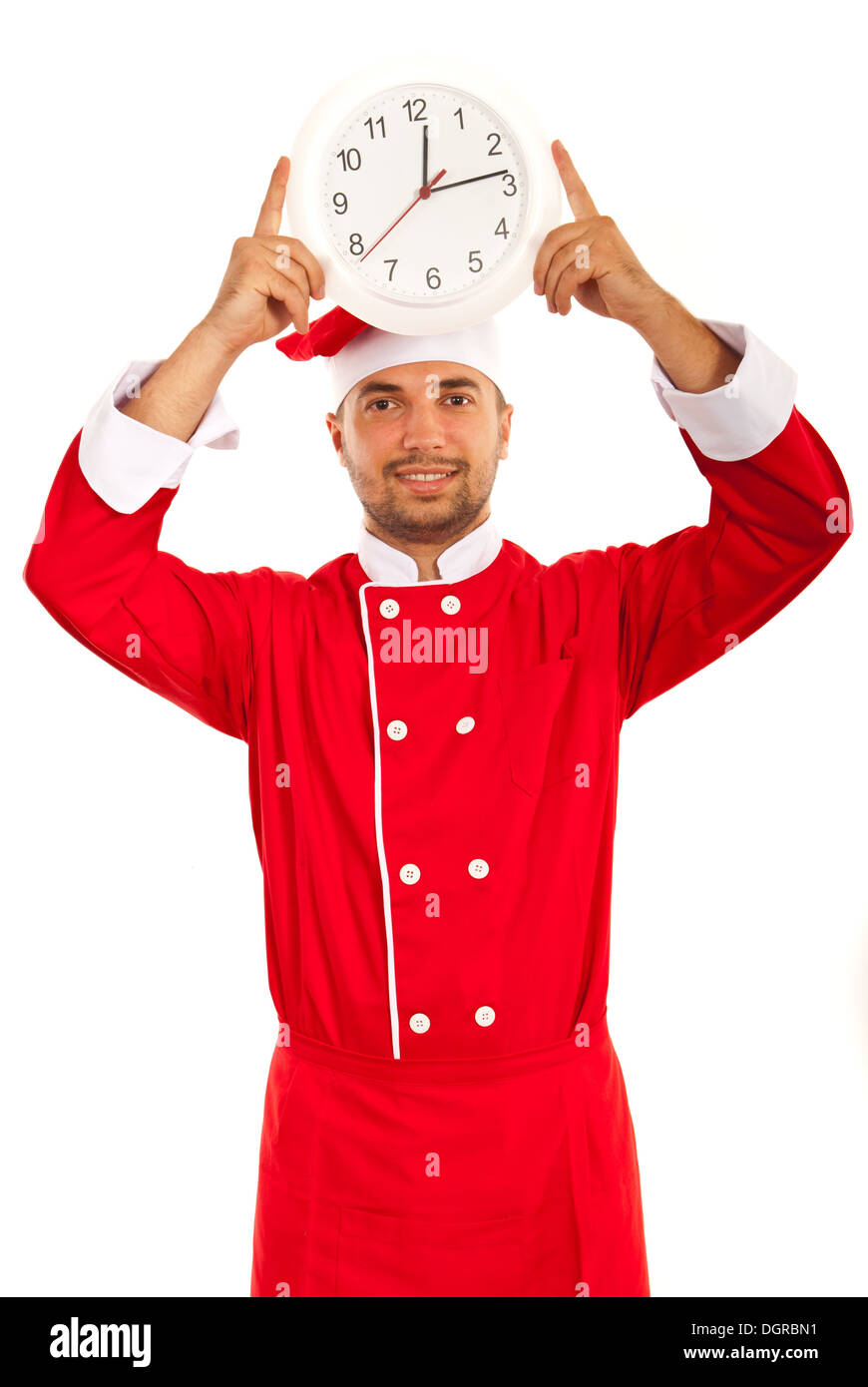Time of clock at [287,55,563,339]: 12:13
